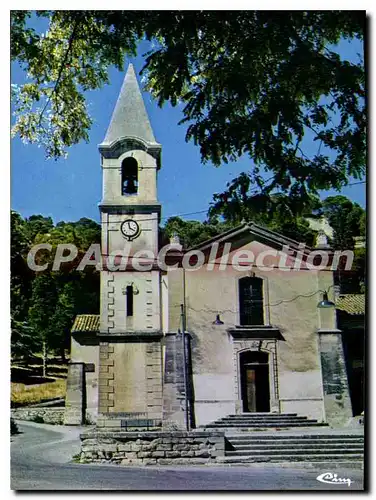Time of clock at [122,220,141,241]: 3:58
